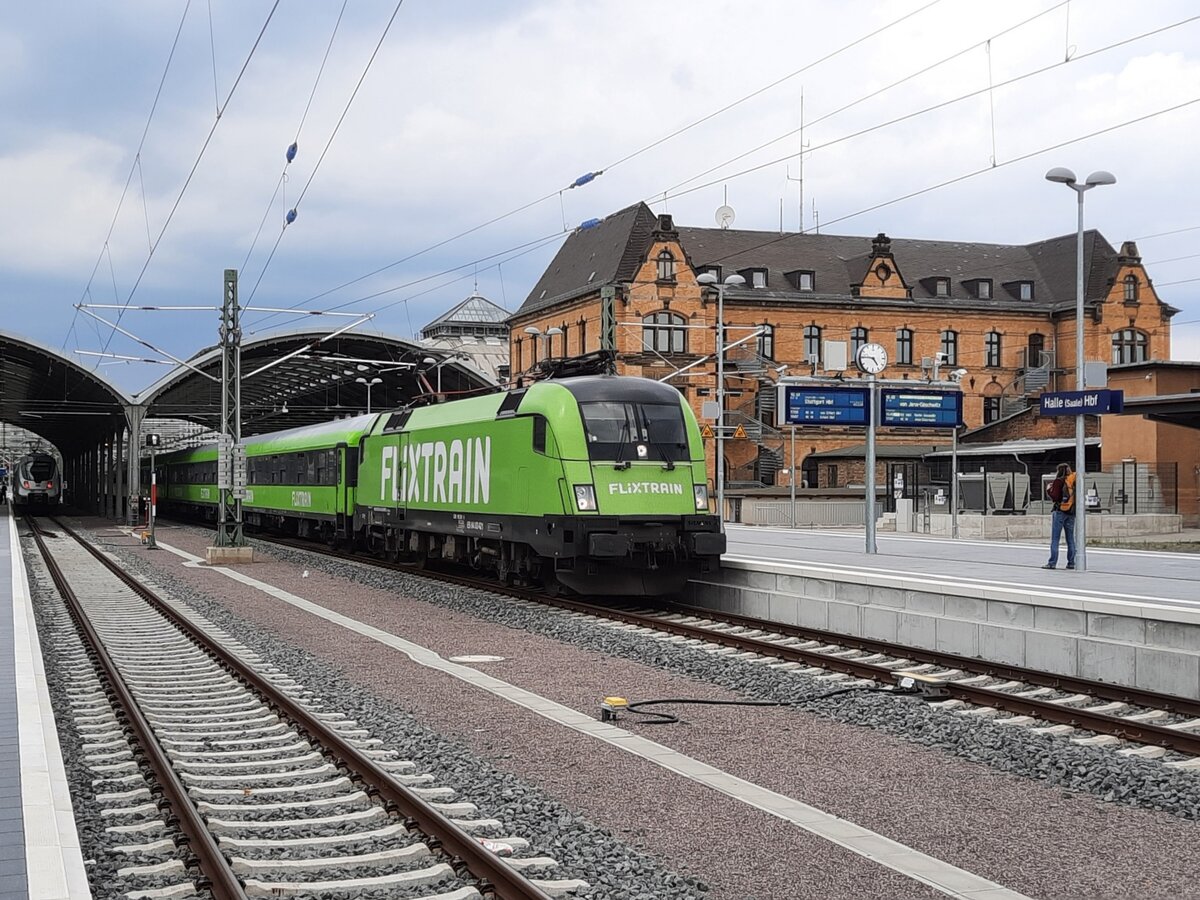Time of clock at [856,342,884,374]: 4:45
